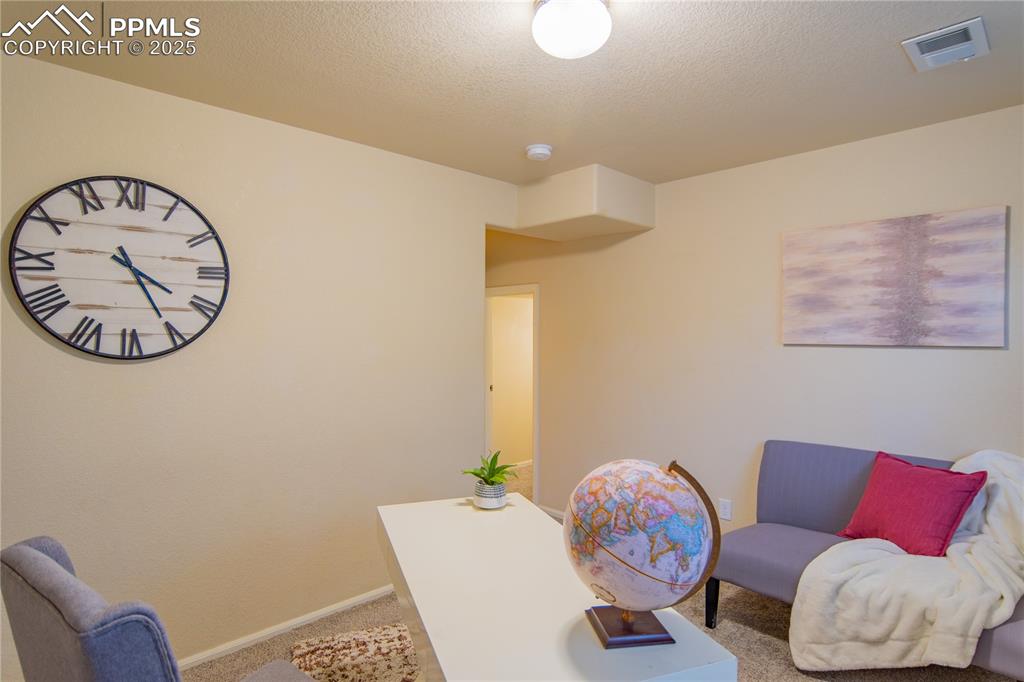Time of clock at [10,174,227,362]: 4:25
